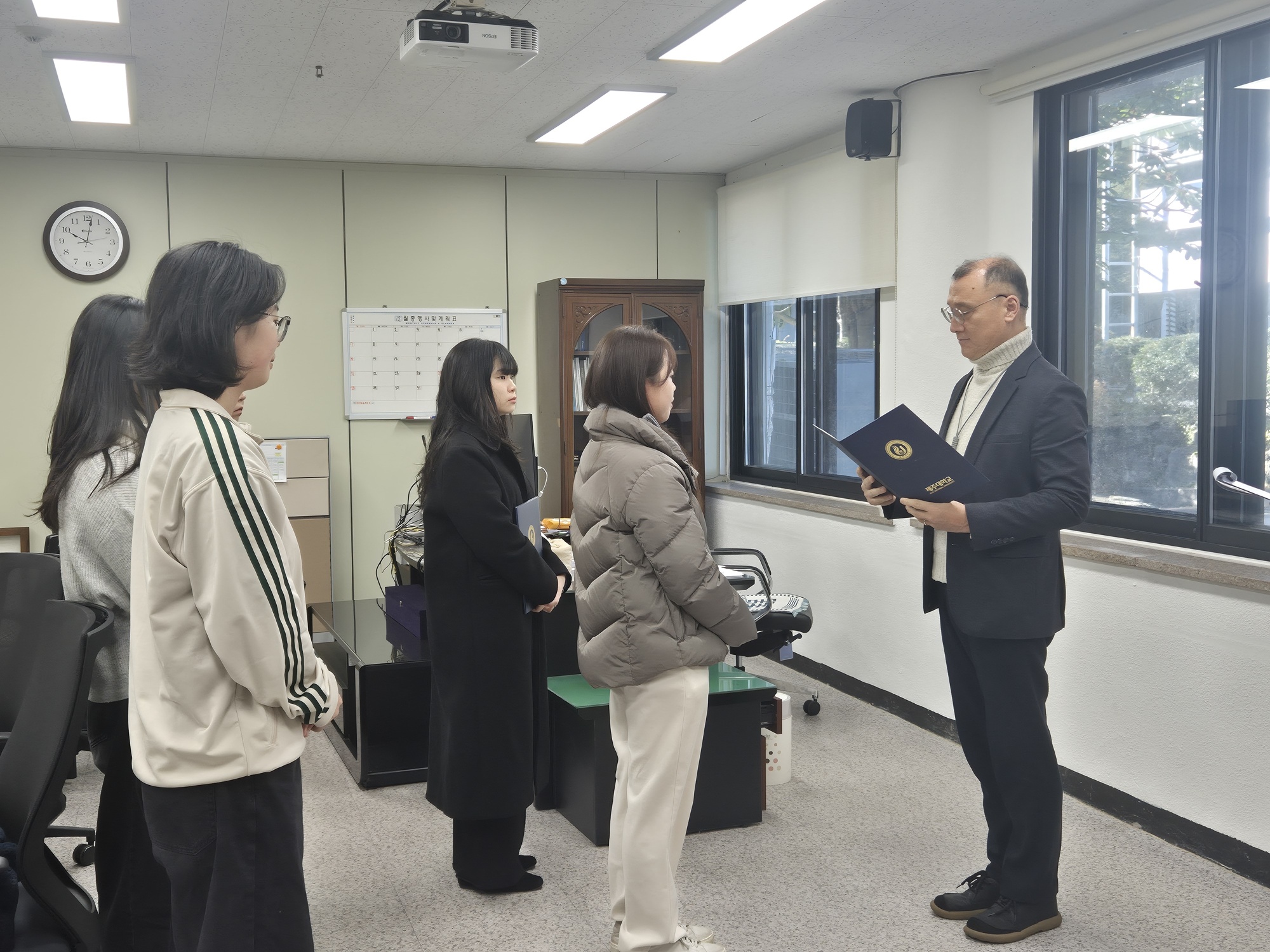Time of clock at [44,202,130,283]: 10:02
